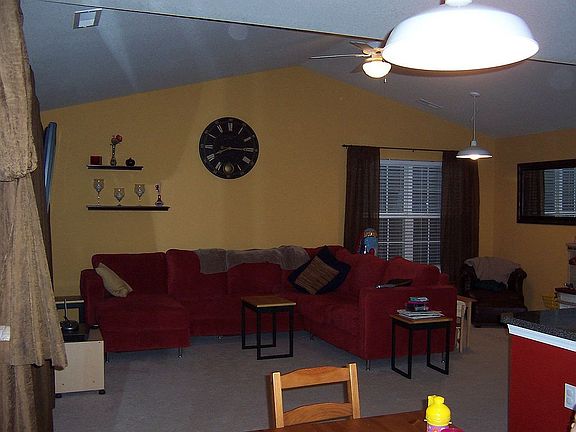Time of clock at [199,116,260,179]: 8:14
